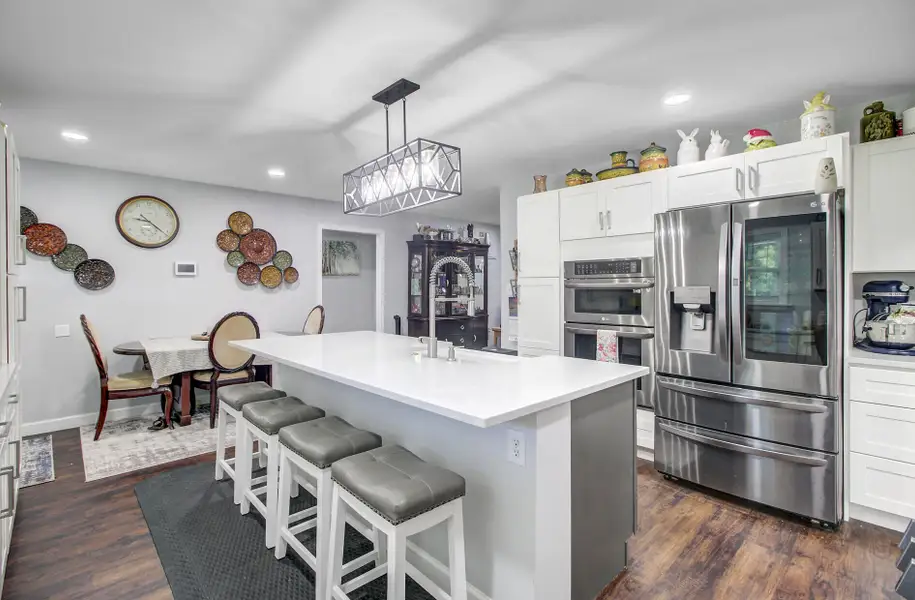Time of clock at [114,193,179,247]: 9:21
